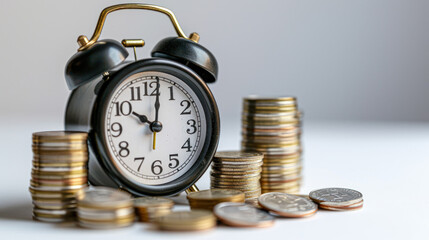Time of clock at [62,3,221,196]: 10:01
